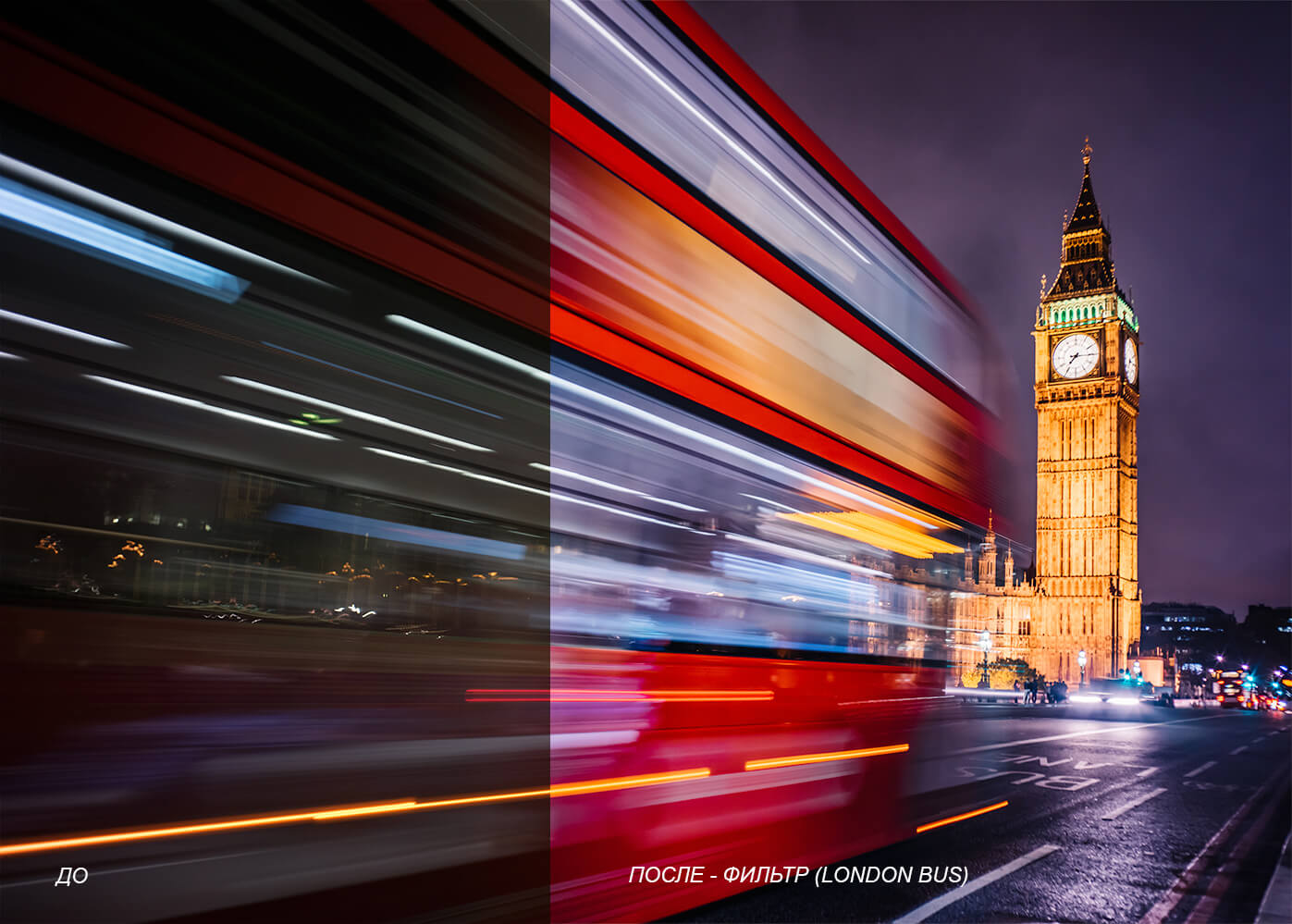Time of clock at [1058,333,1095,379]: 7:15
